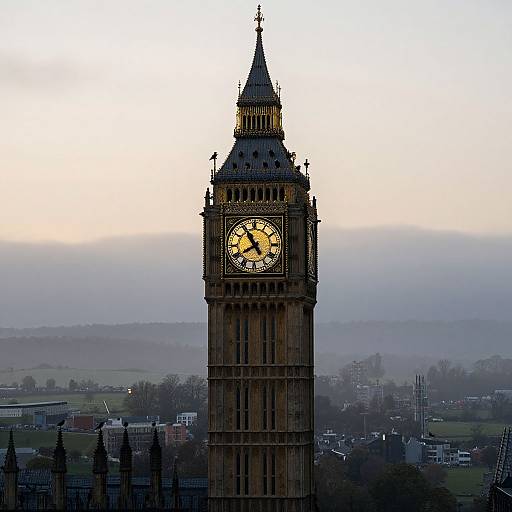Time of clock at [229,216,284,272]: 7:54
